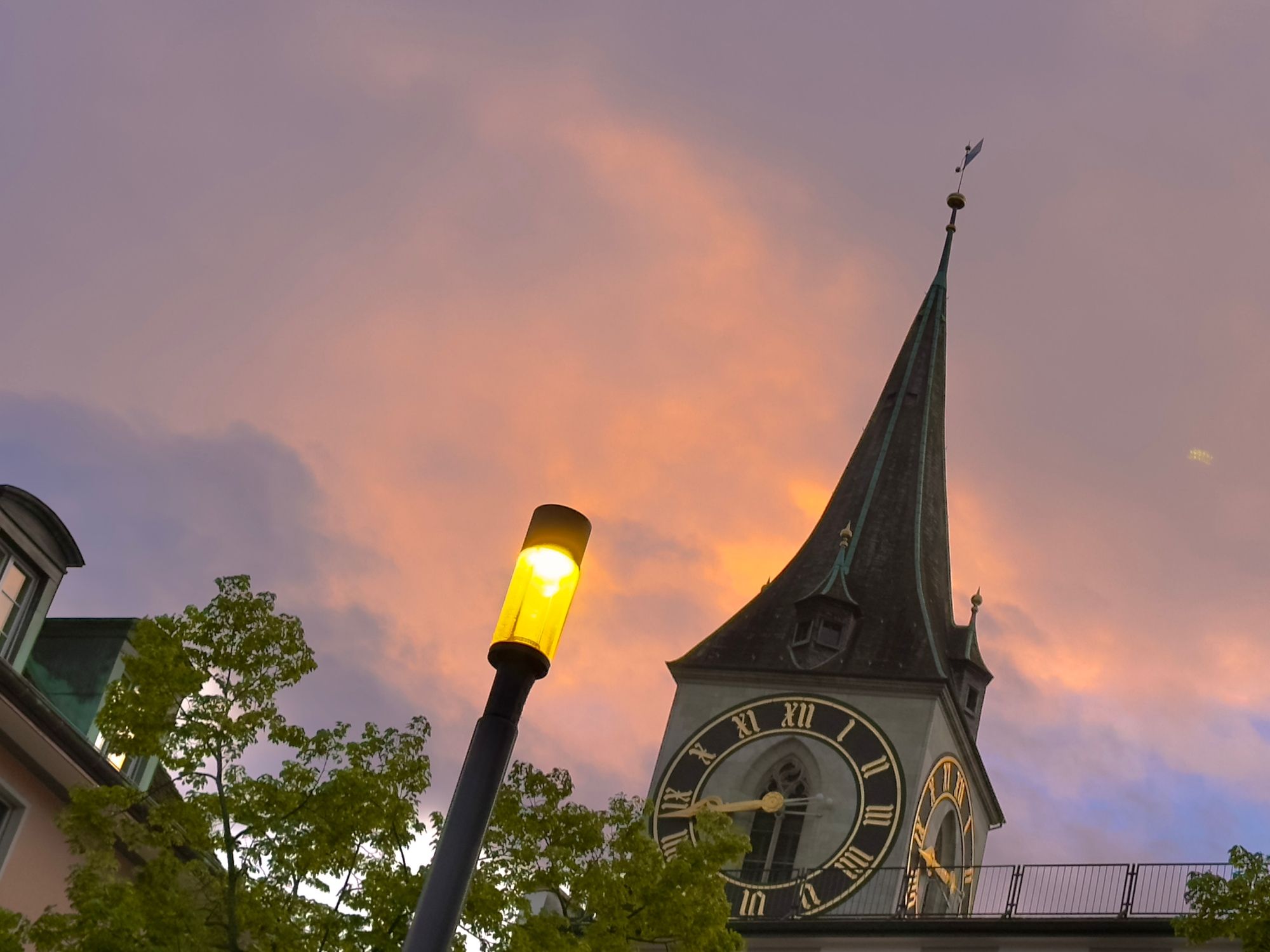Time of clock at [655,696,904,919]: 8:30
